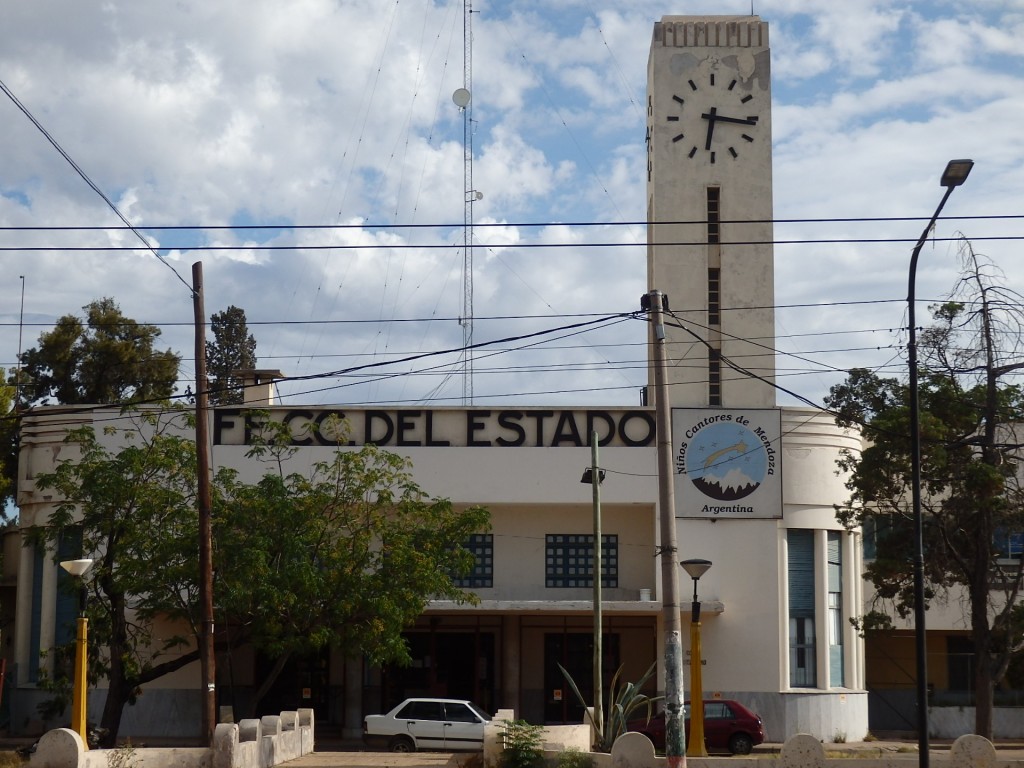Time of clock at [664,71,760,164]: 6:16
